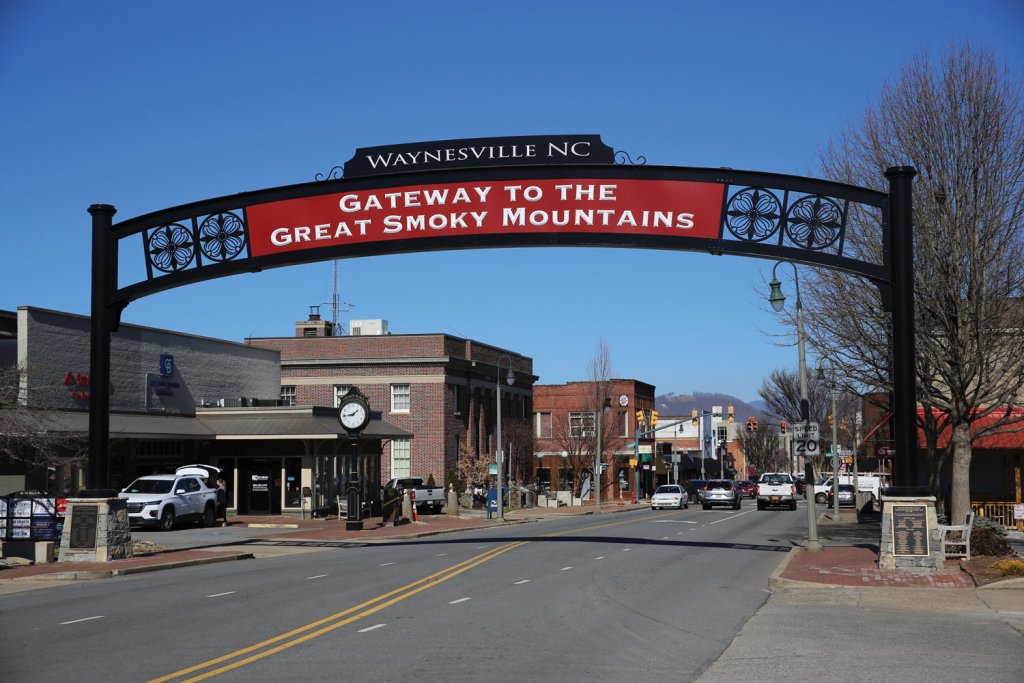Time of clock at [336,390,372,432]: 1:43
